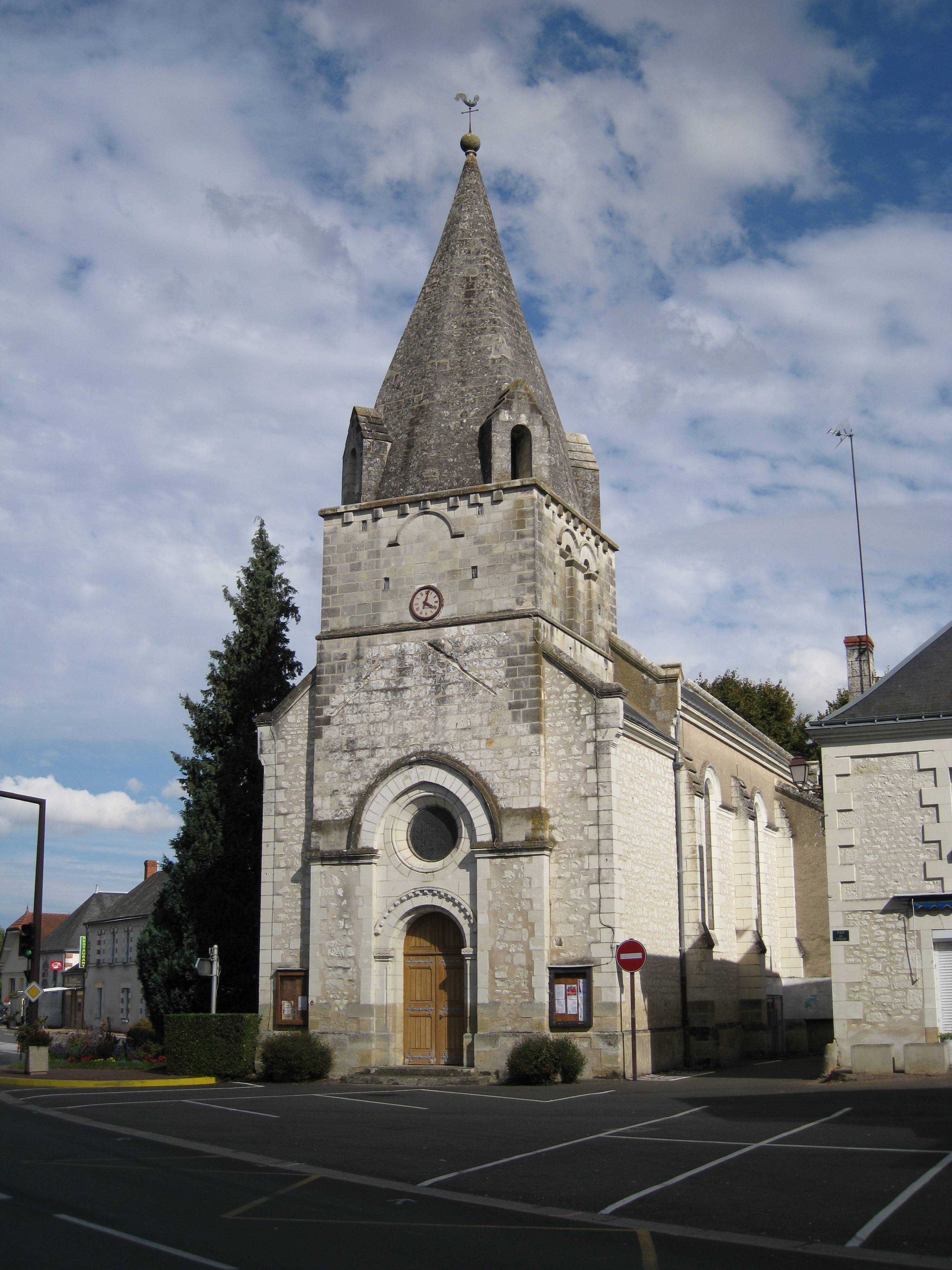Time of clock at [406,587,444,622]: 4:02
